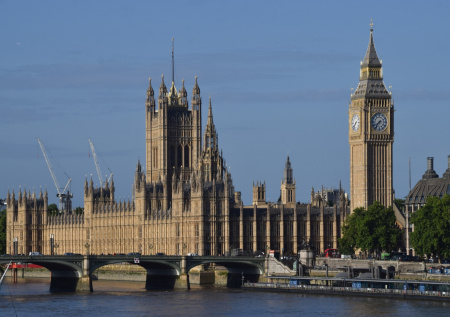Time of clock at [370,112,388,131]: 7:37
